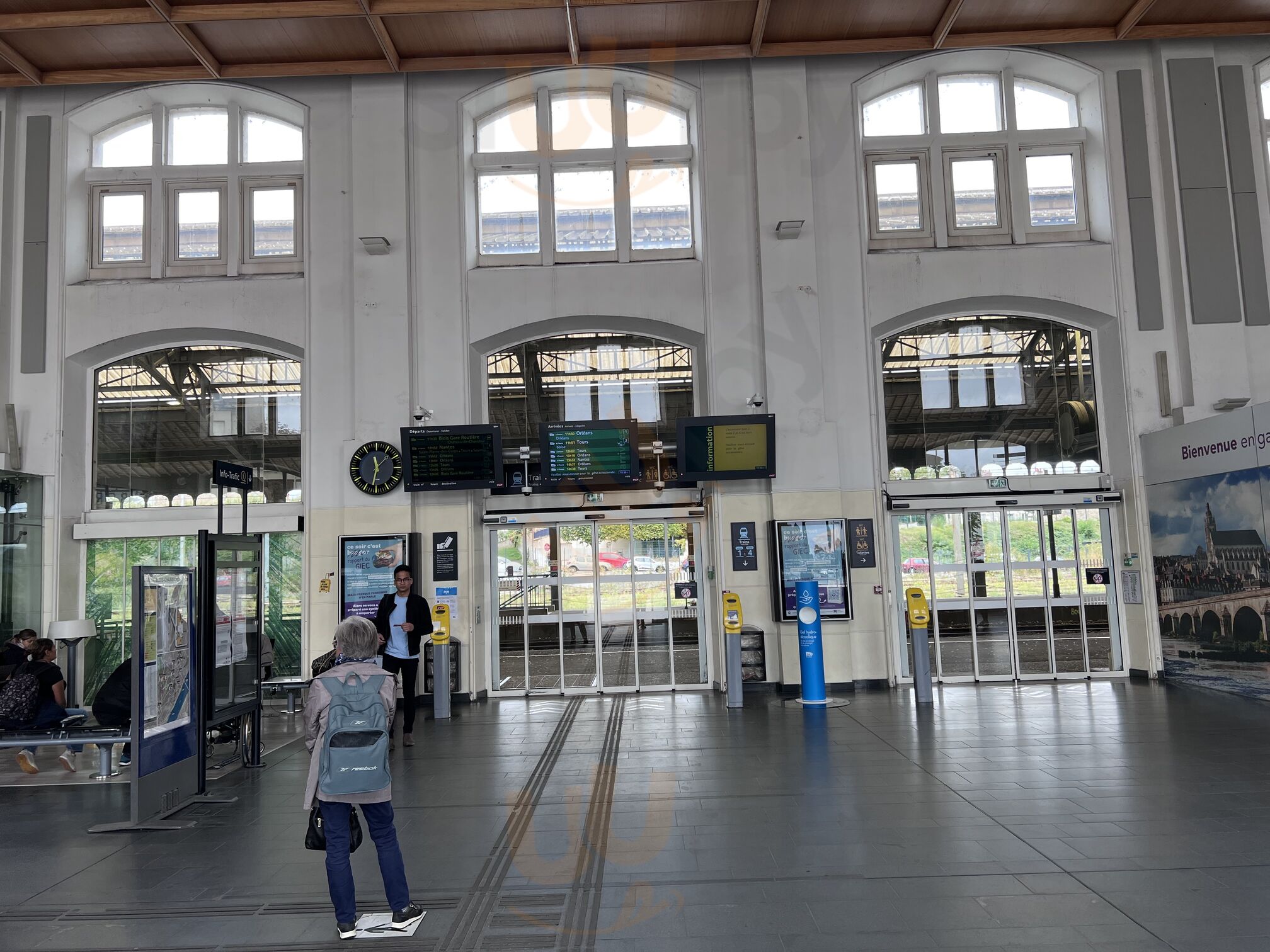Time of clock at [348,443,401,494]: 11:32
